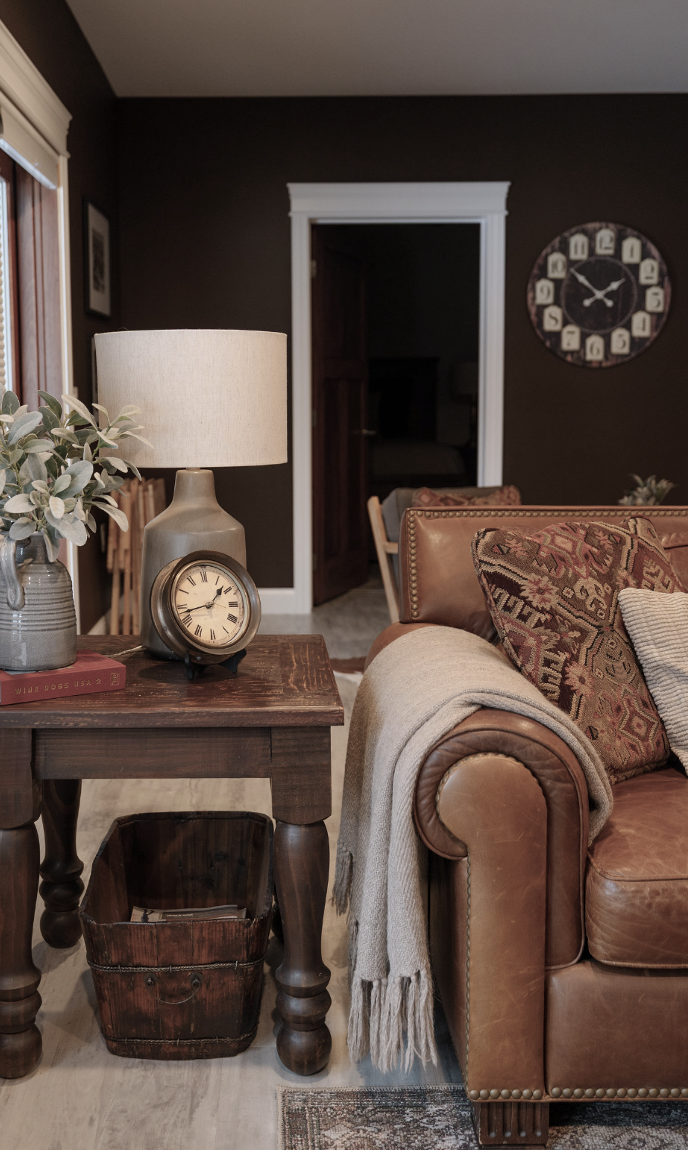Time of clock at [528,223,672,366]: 1:51
